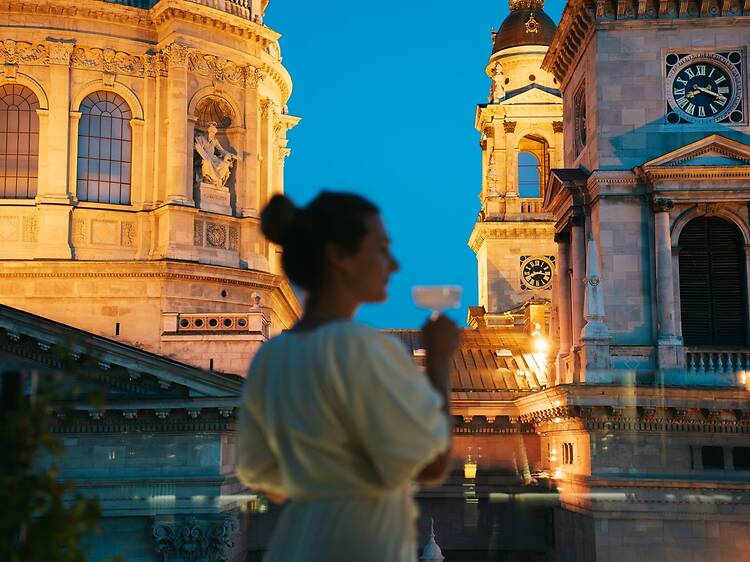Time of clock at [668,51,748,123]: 3:40
